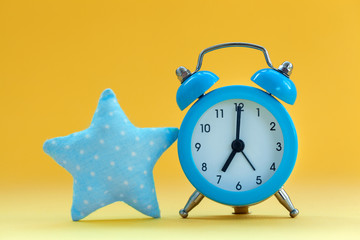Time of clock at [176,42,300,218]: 7:00
